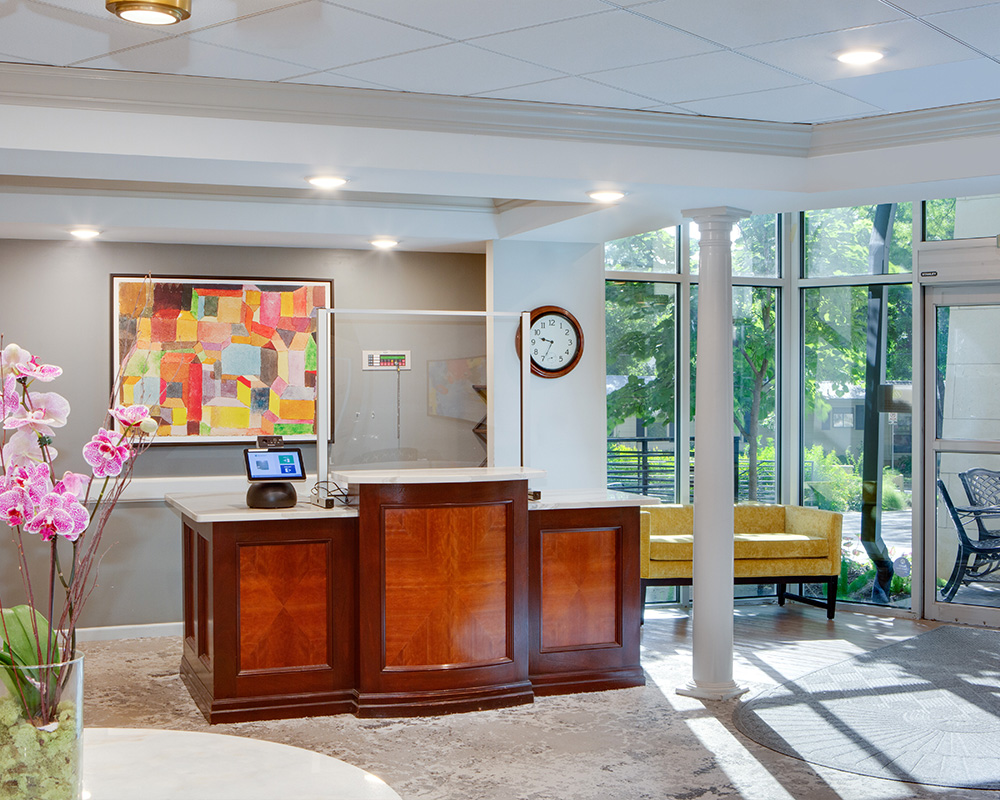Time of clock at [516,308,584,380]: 9:34
